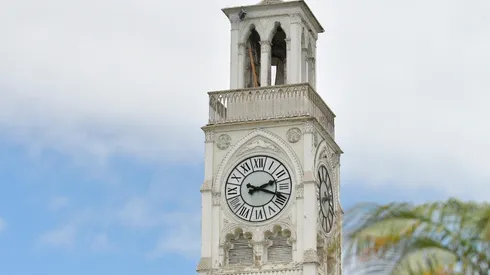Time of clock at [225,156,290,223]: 2:18
